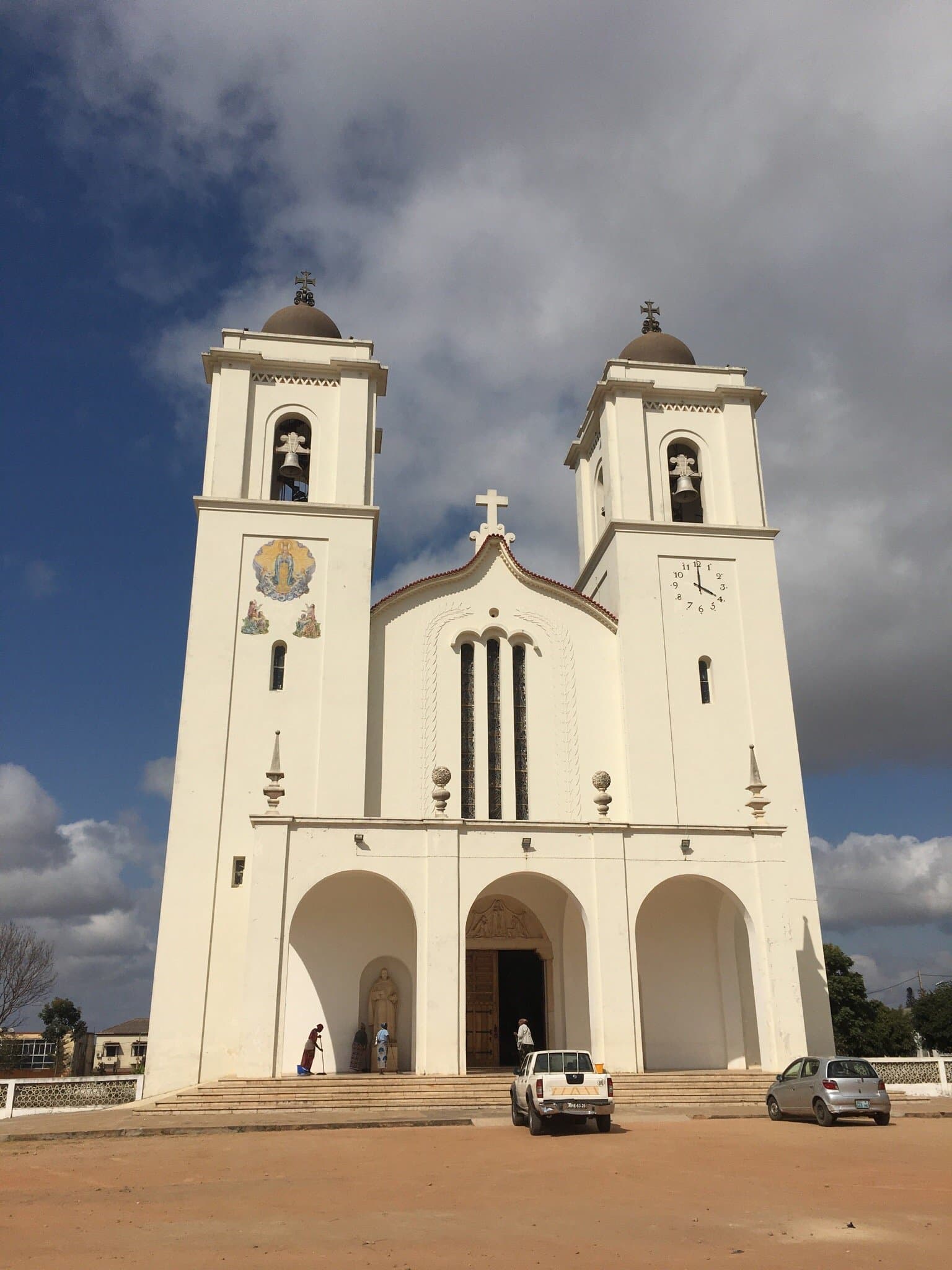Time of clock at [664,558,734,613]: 4:00
